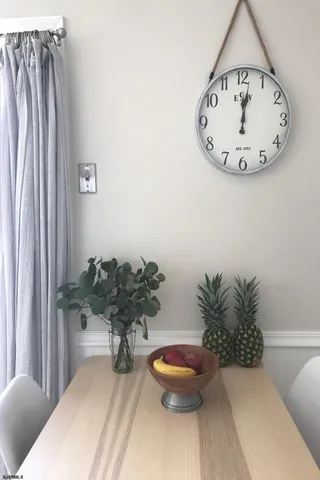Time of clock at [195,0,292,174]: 12:01
